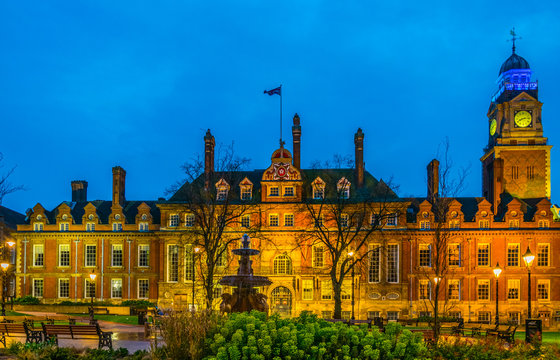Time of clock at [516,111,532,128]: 8:14
